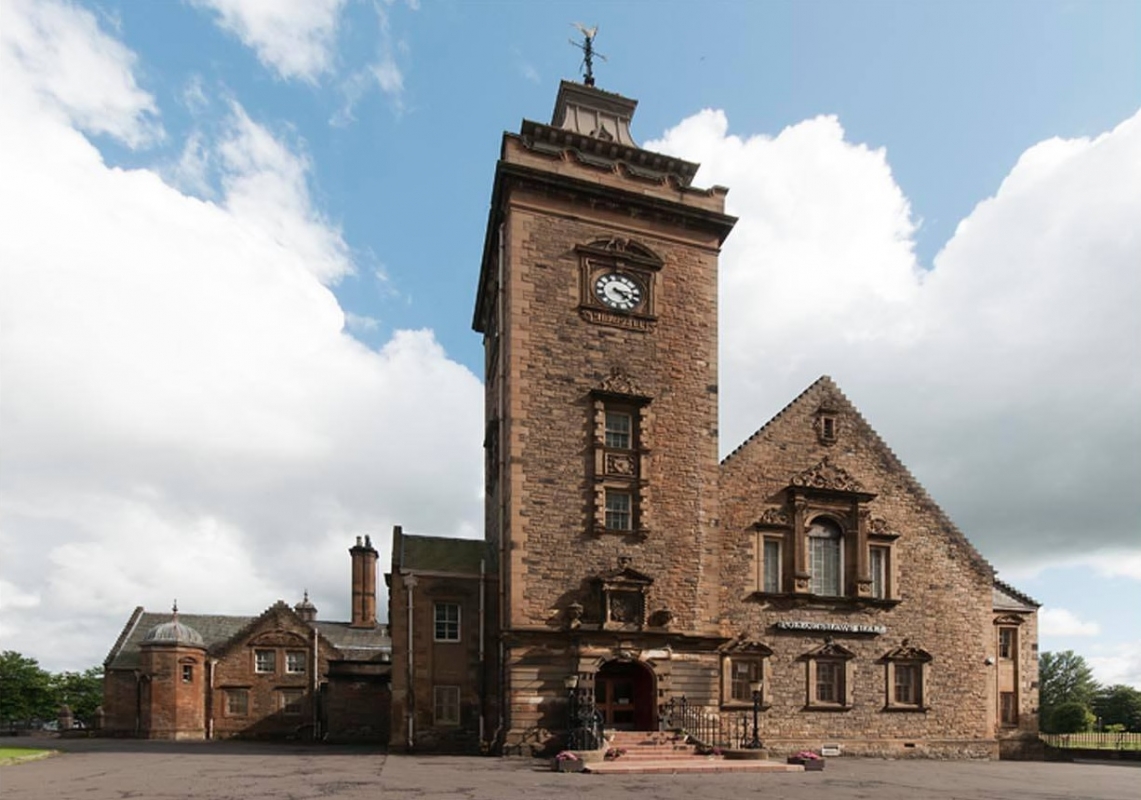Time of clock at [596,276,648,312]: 4:14
